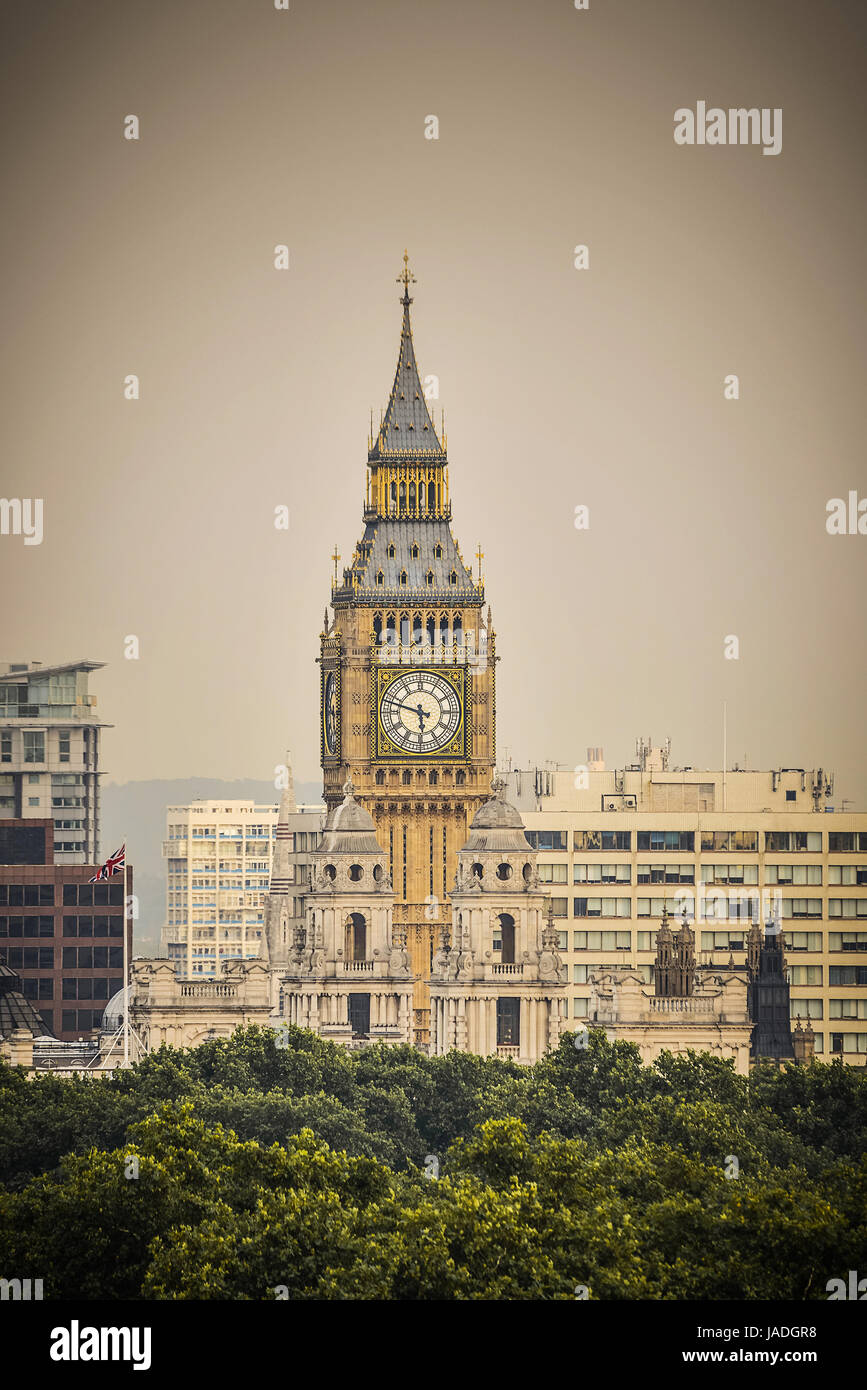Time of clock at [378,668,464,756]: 5:47
